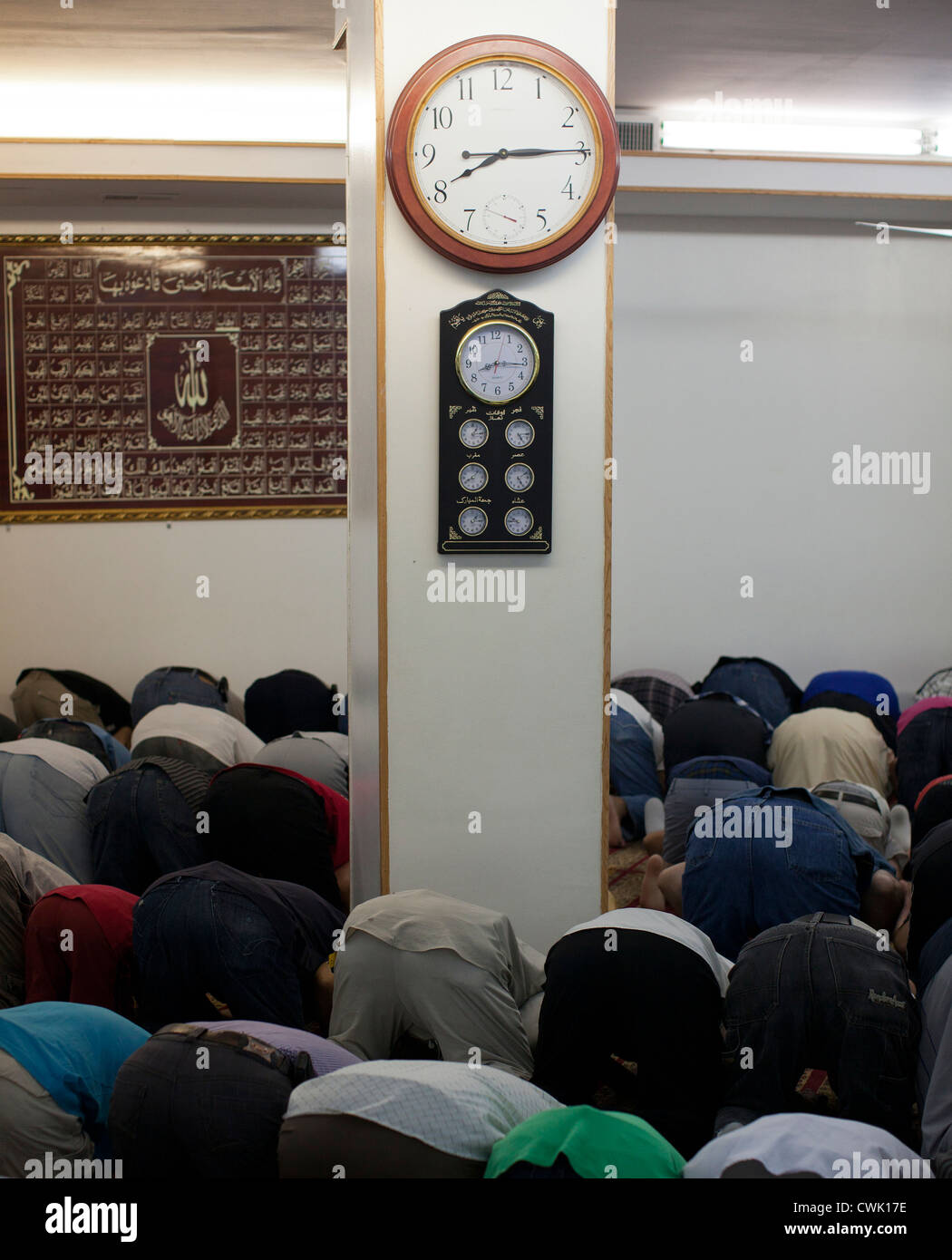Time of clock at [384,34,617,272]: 8:14
